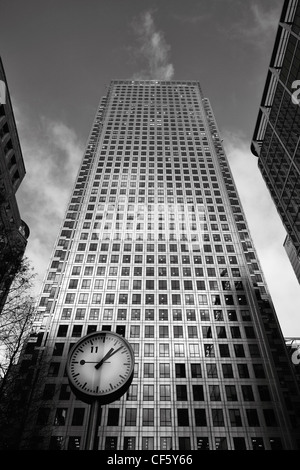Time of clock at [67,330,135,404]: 1:08
